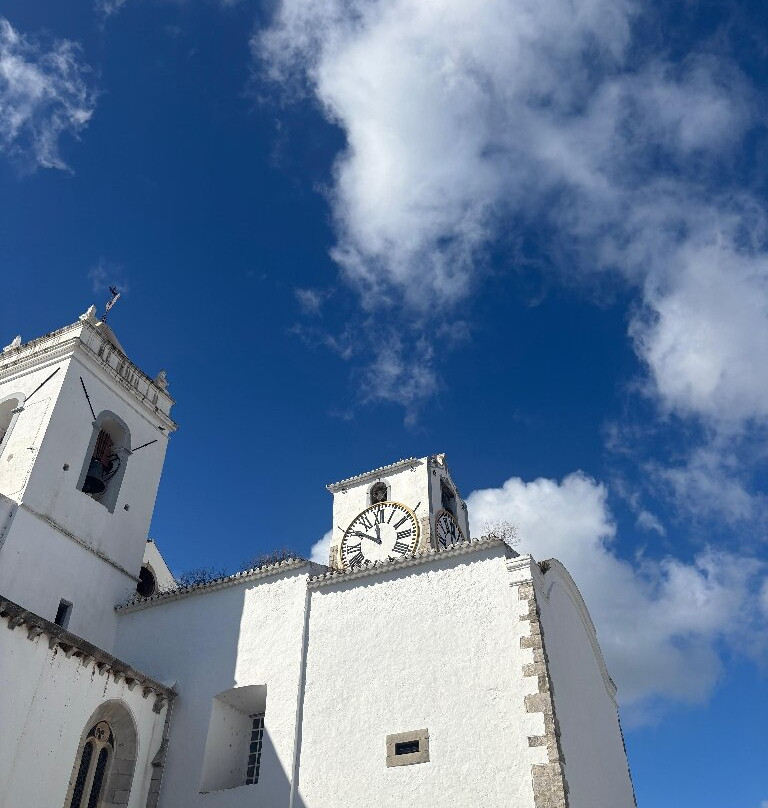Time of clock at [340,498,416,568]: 11:50
